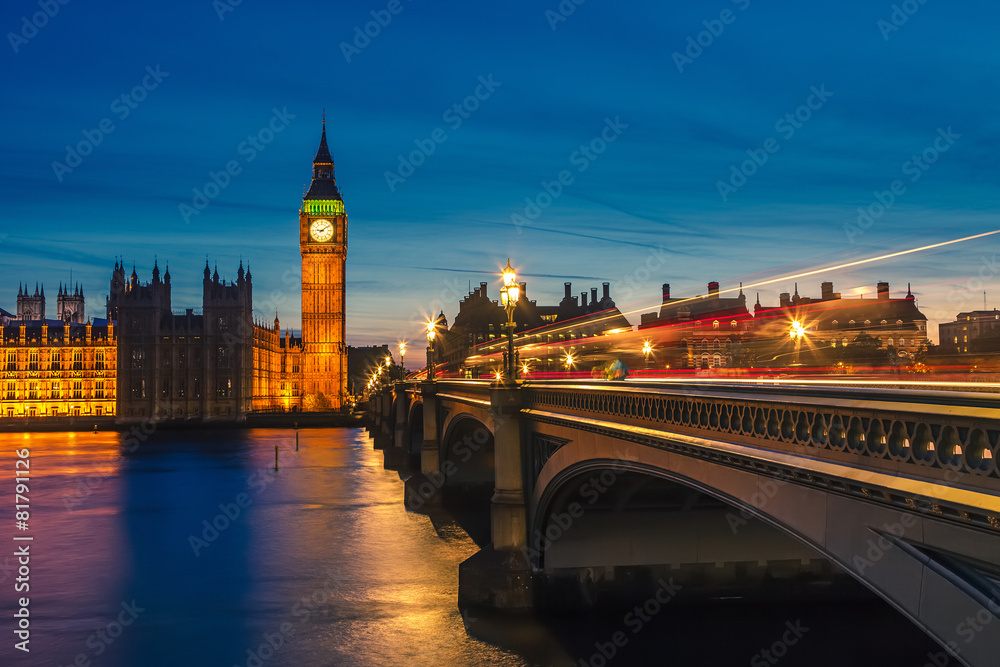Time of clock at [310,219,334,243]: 9:09
